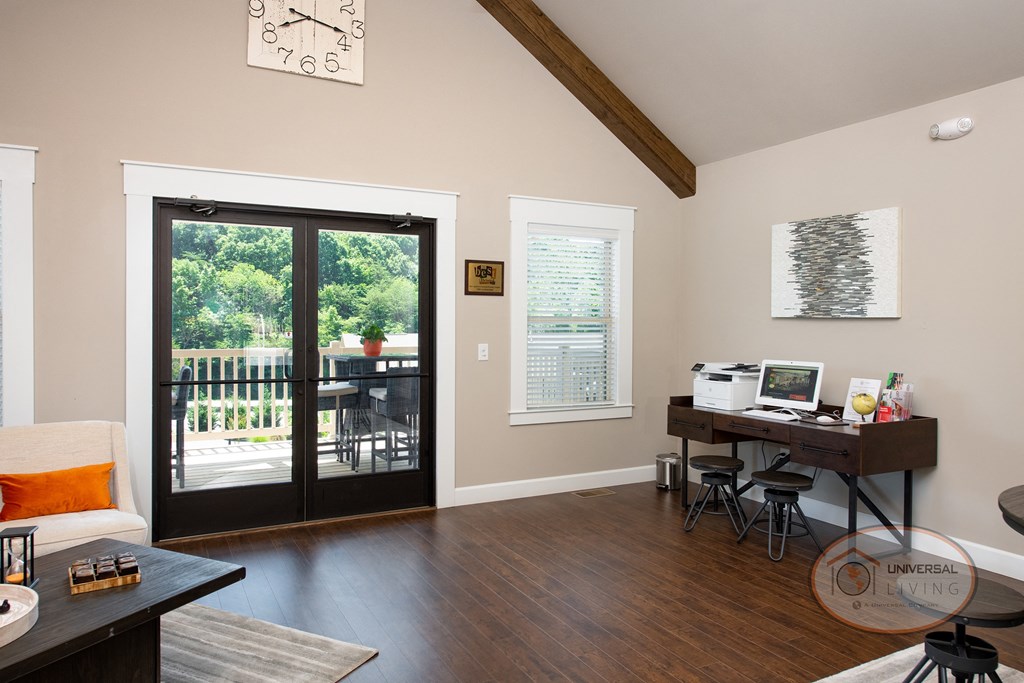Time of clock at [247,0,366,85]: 8:17
